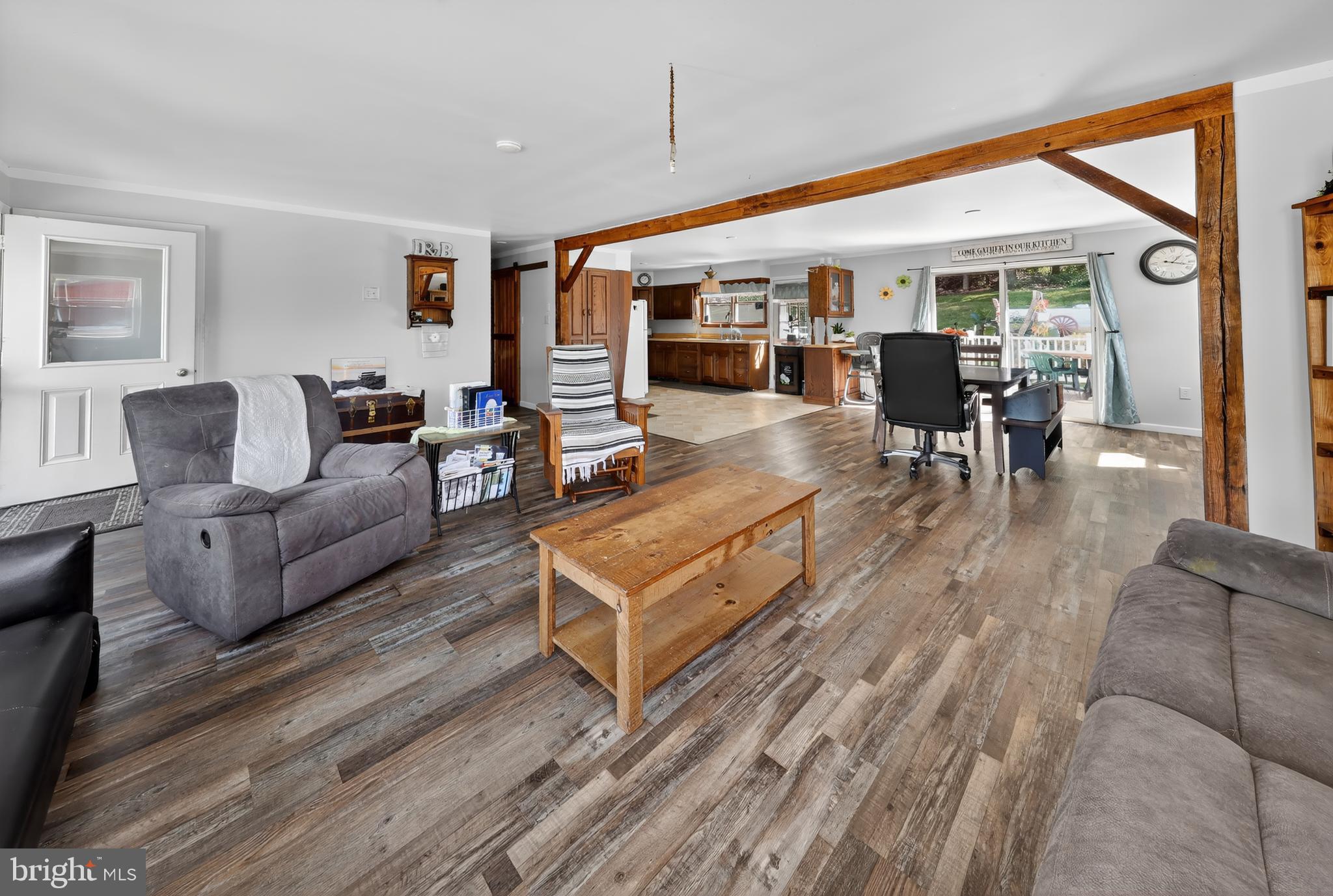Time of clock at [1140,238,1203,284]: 1:17
